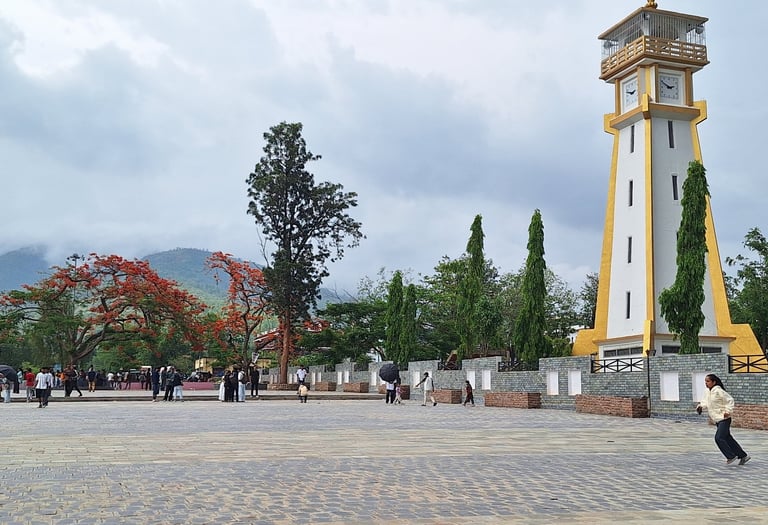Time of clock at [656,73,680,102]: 2:49
